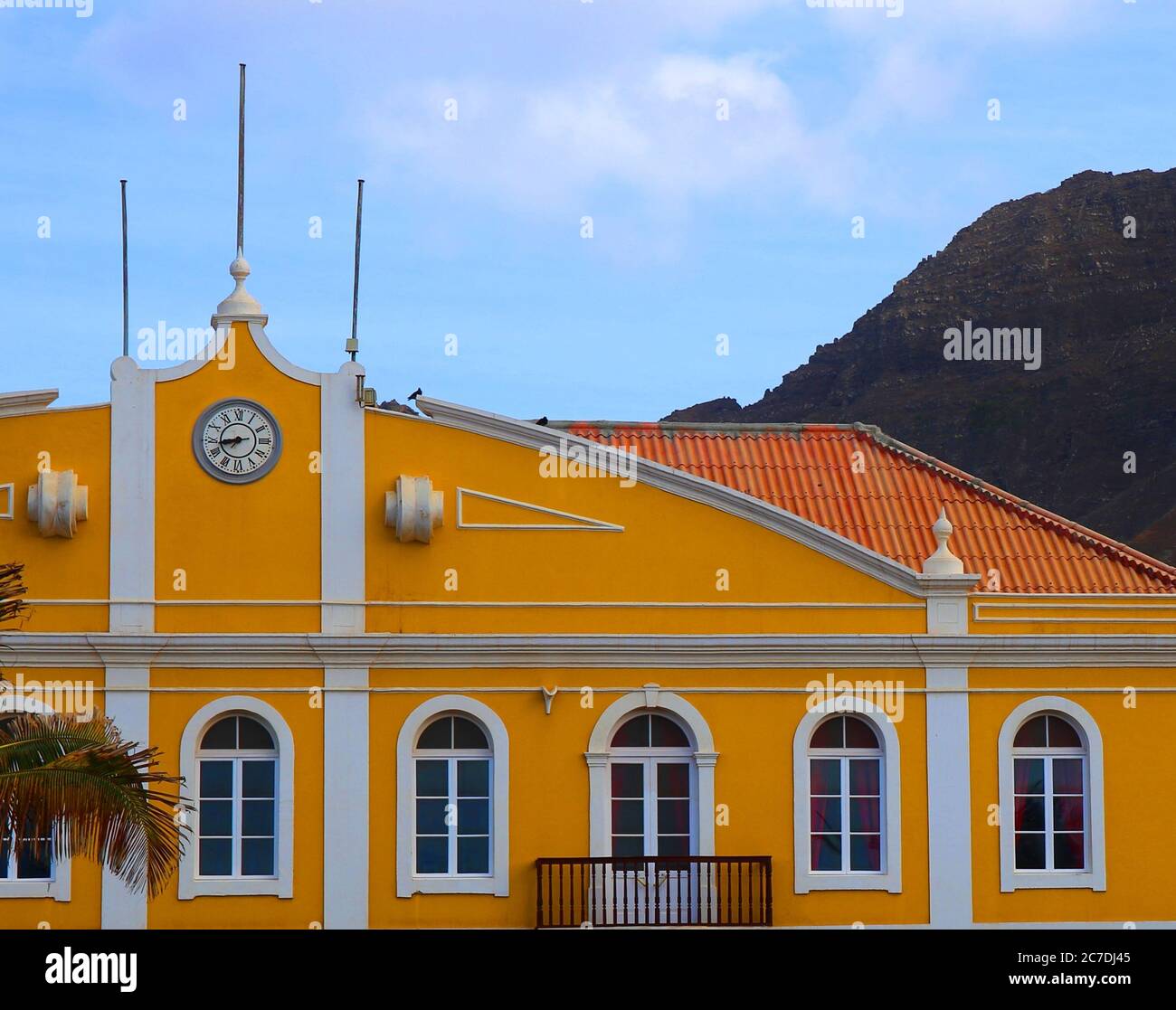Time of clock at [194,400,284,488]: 8:43
